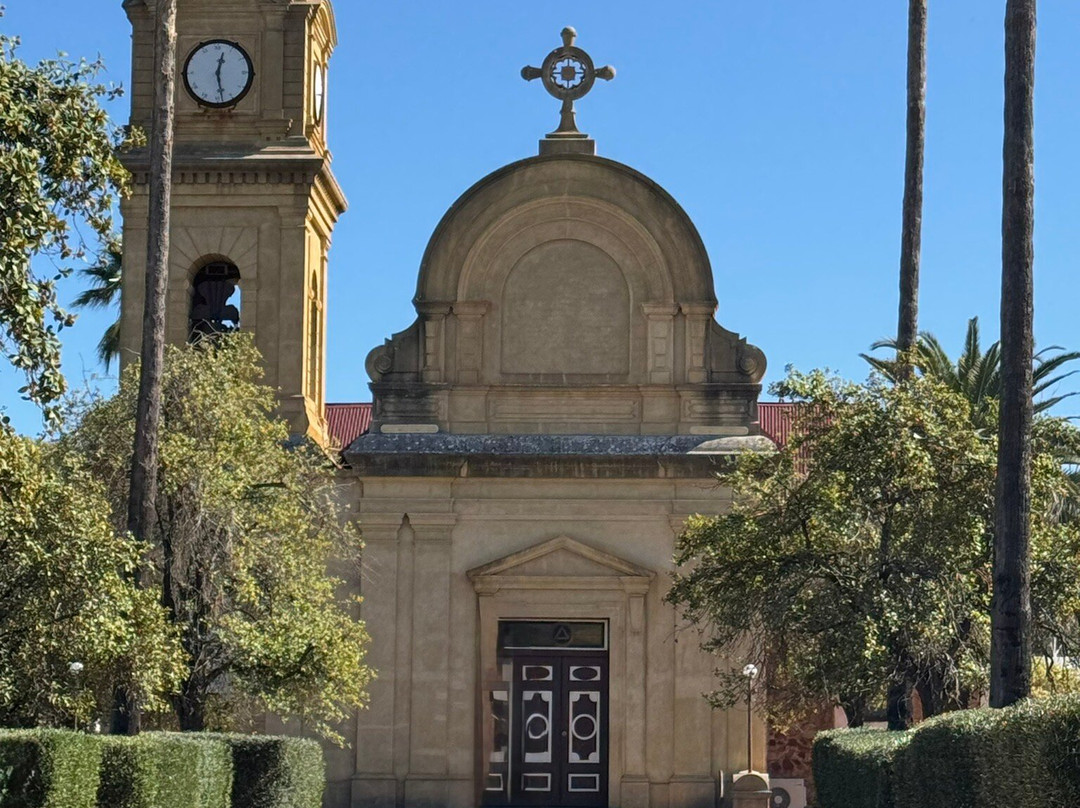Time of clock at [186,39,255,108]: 12:28
